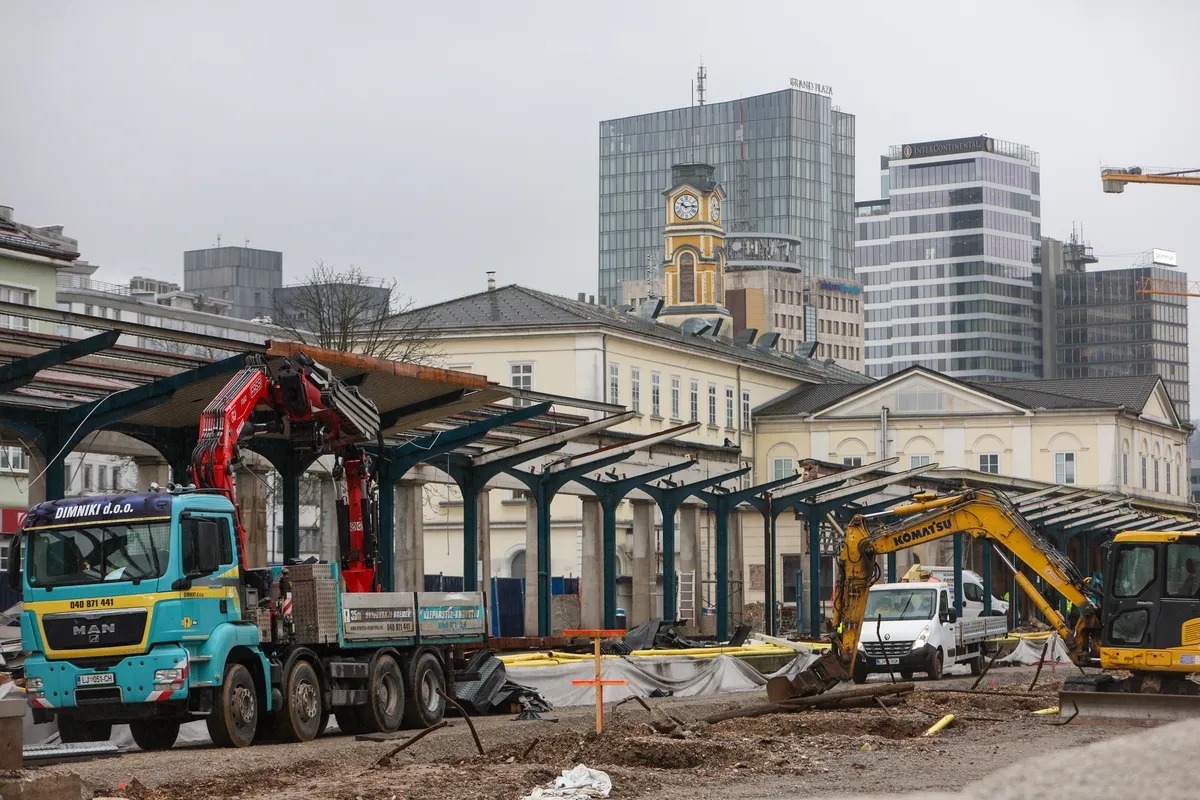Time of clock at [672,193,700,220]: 10:14
